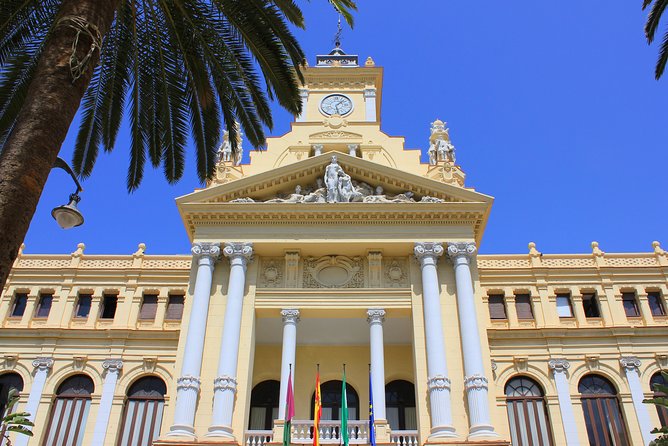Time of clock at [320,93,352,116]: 1:28
